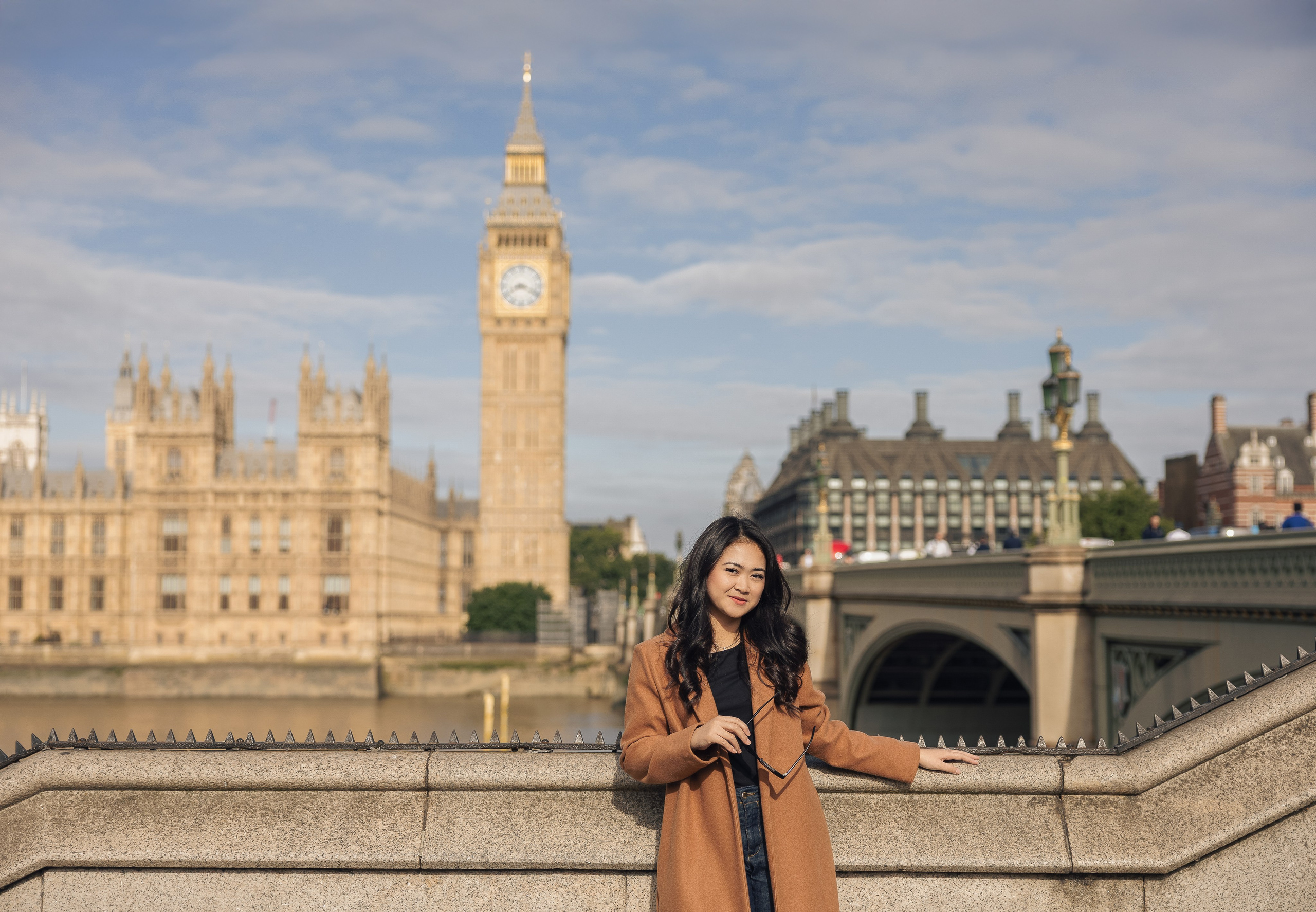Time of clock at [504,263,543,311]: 8:18
